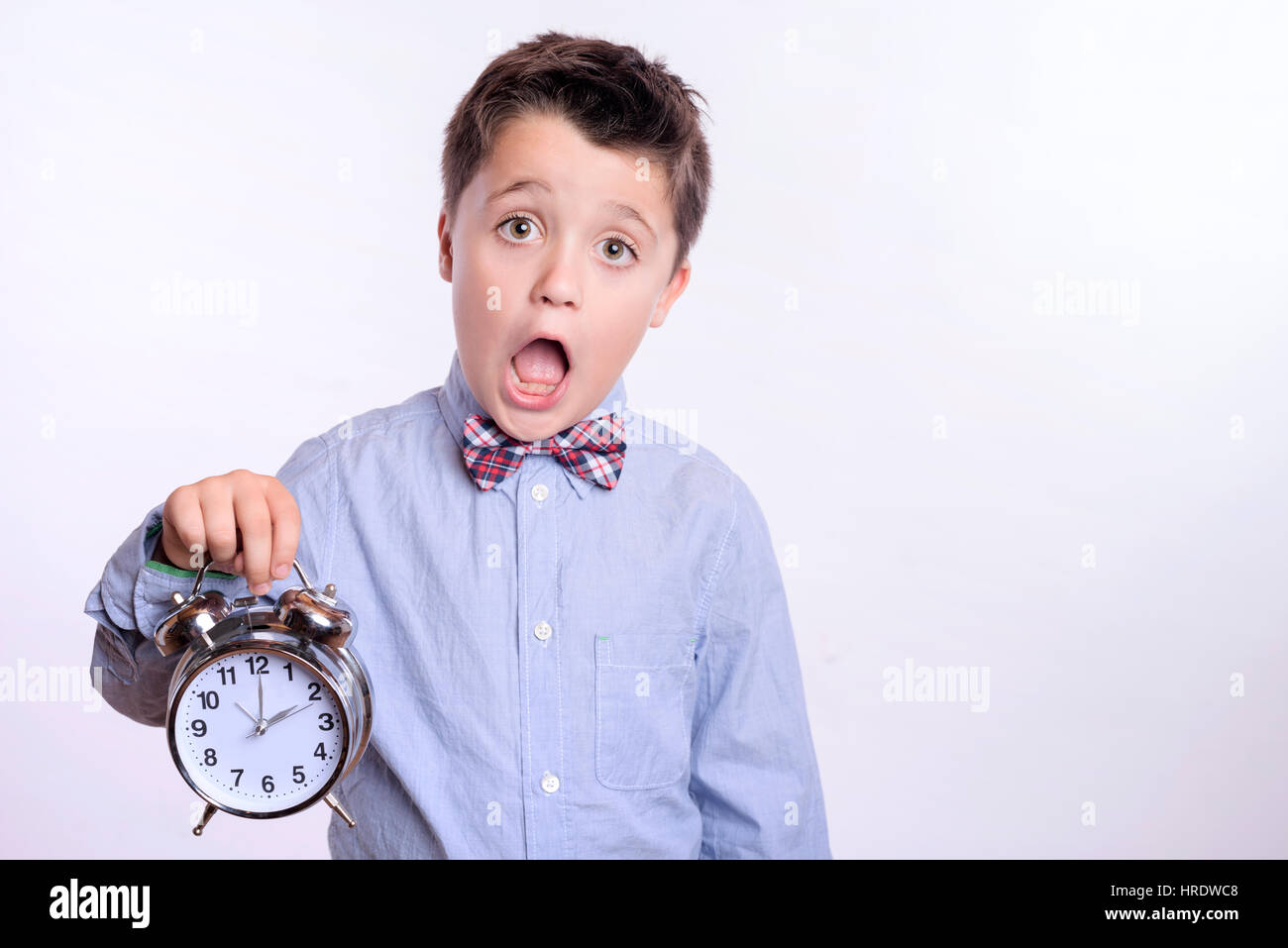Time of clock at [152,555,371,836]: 2:00
